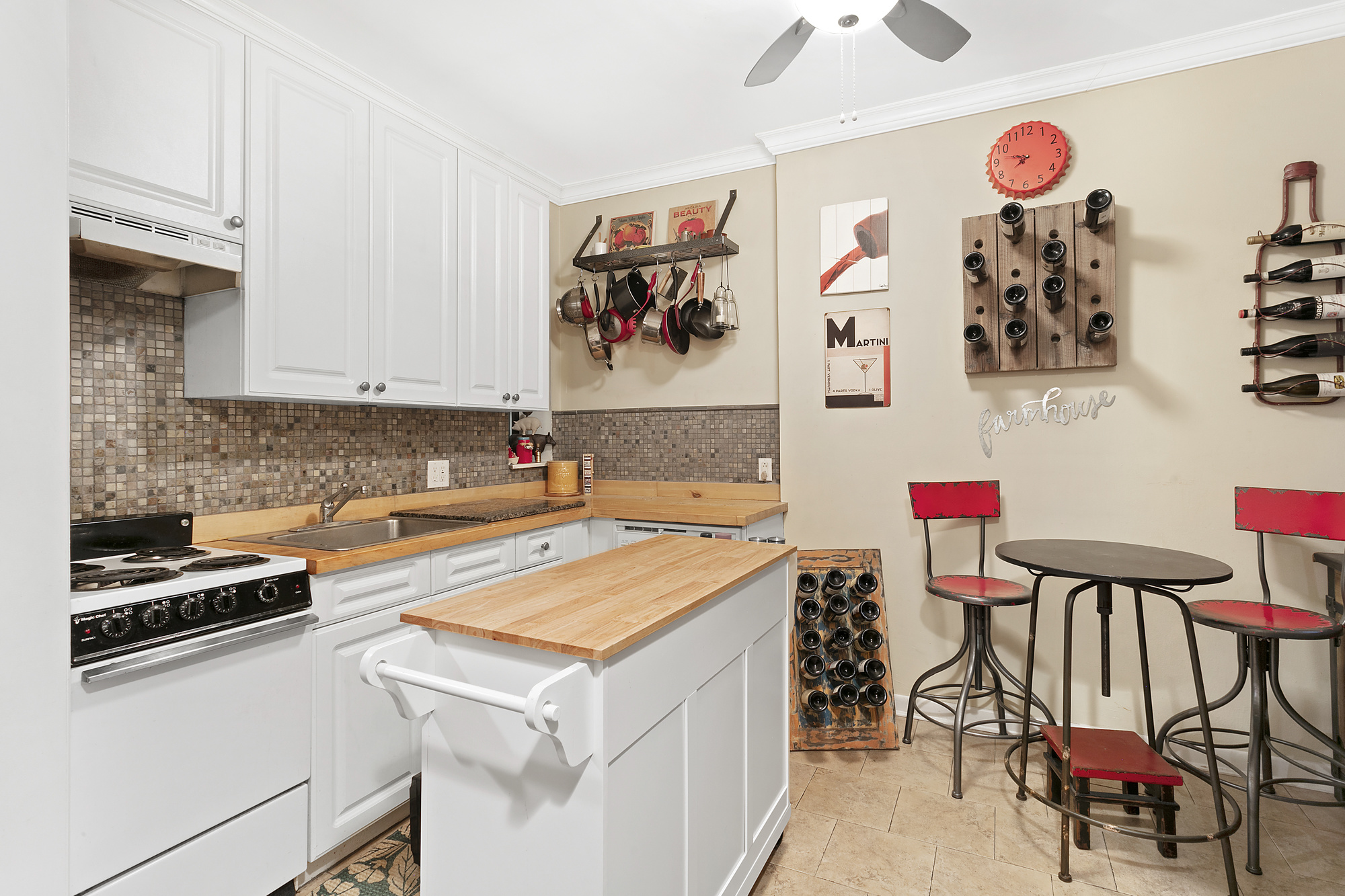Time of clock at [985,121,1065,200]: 7:46
